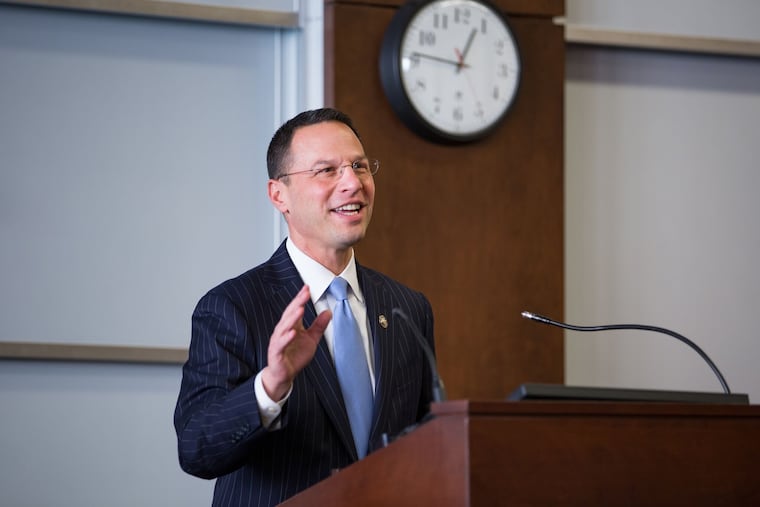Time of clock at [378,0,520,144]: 12:46
